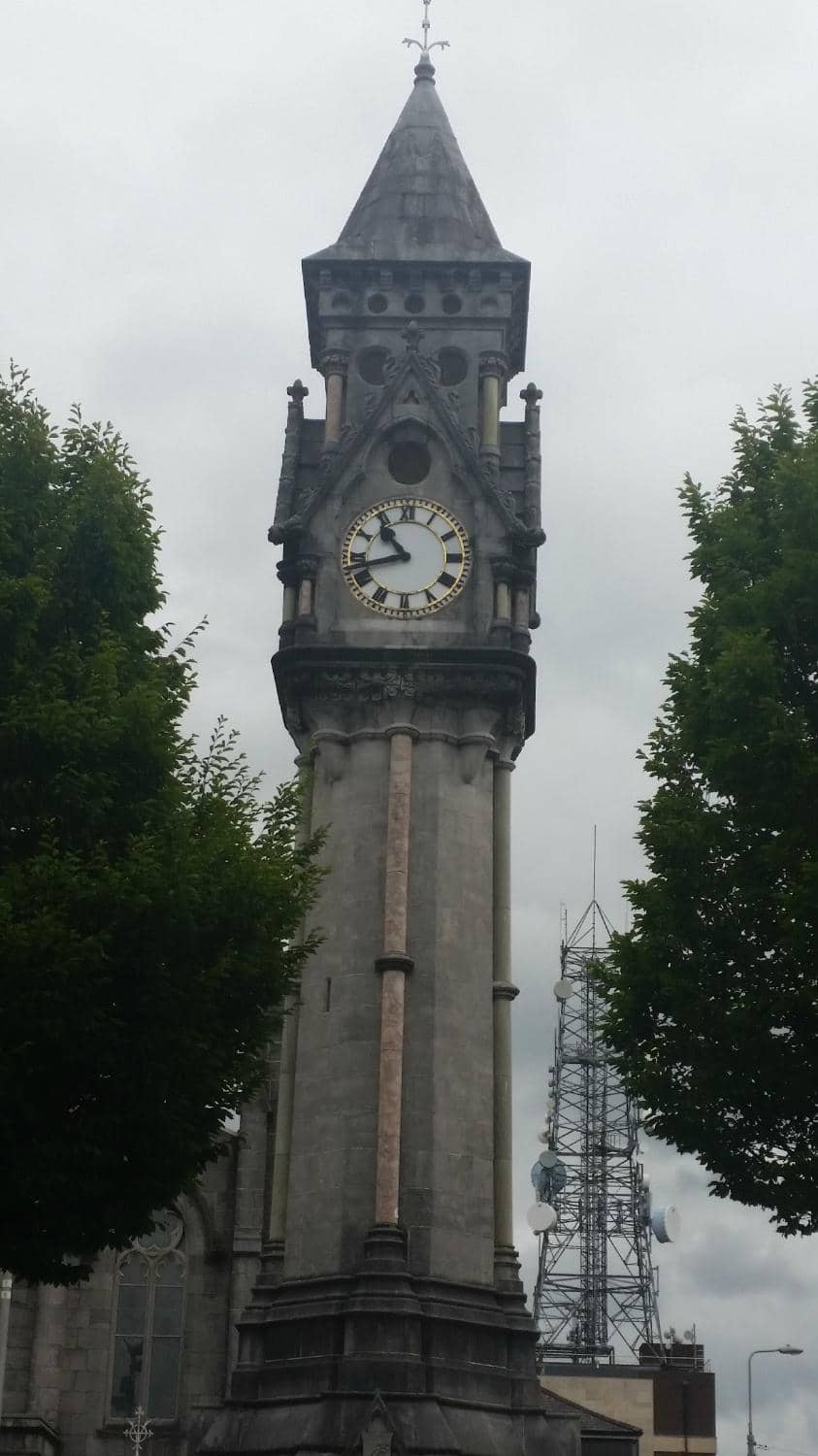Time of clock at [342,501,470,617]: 10:42
